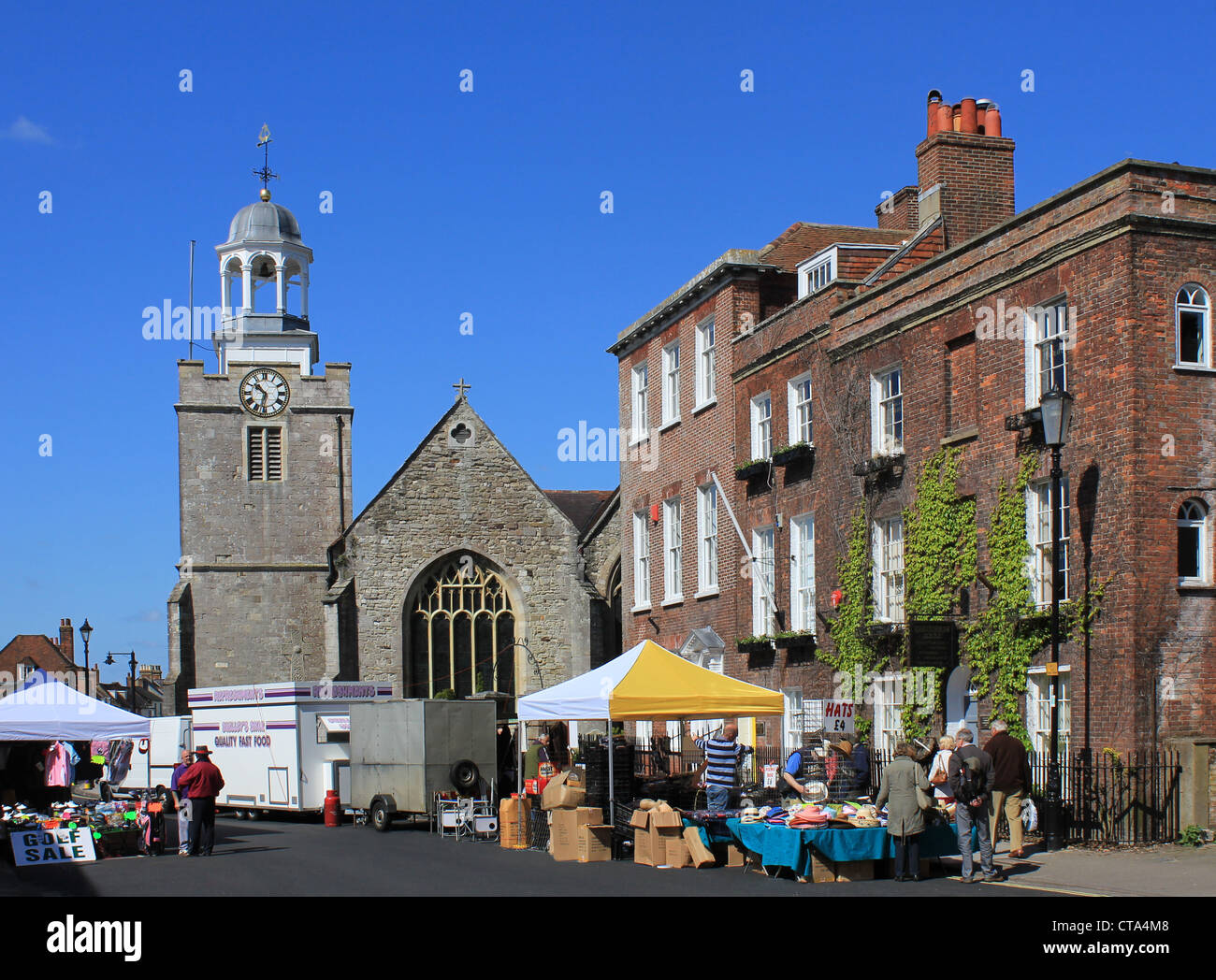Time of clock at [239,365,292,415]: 10:32
